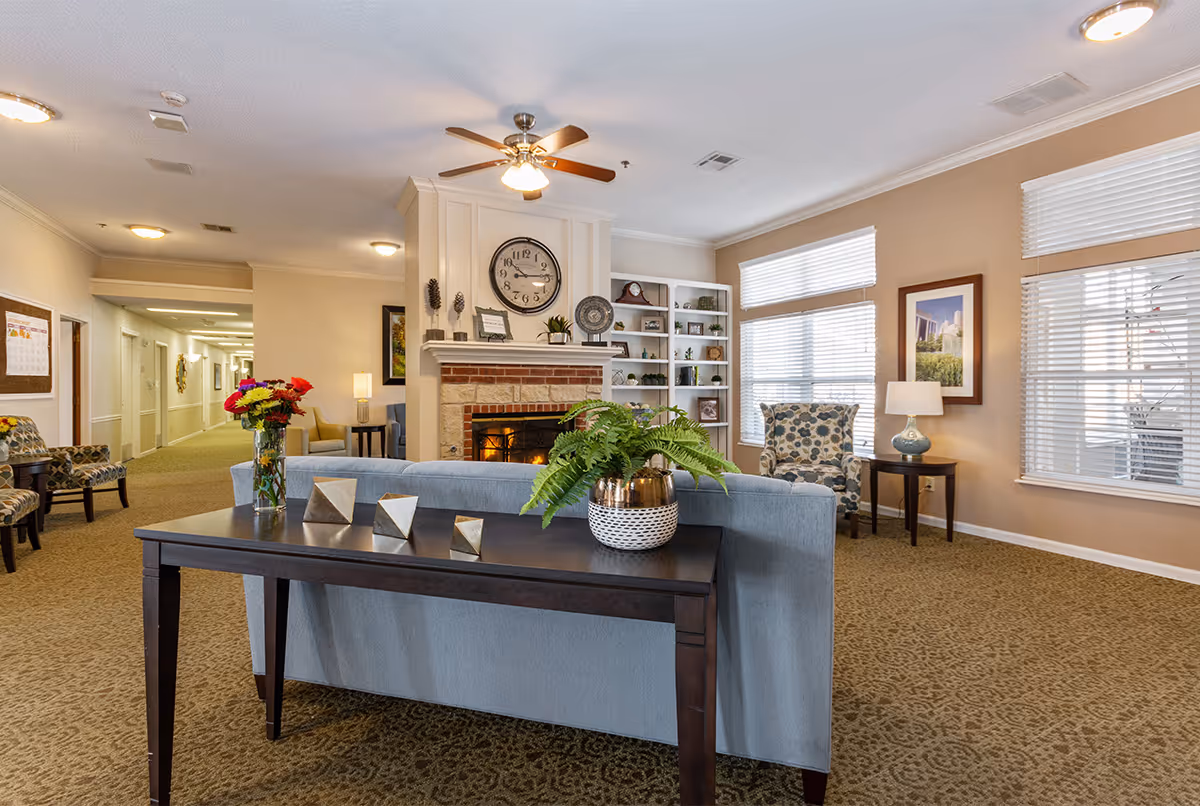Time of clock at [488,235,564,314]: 10:14
